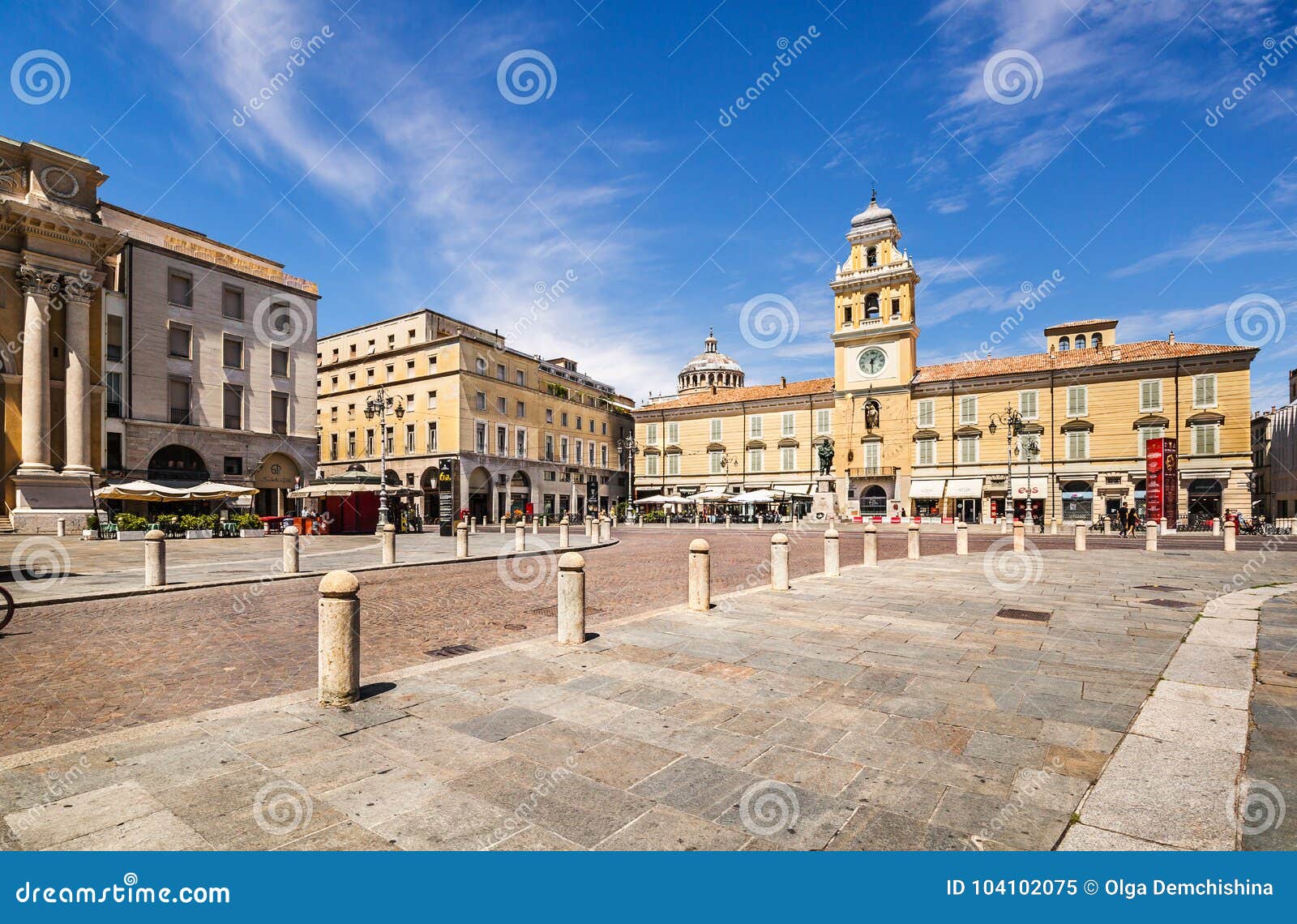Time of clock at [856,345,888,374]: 1:29
